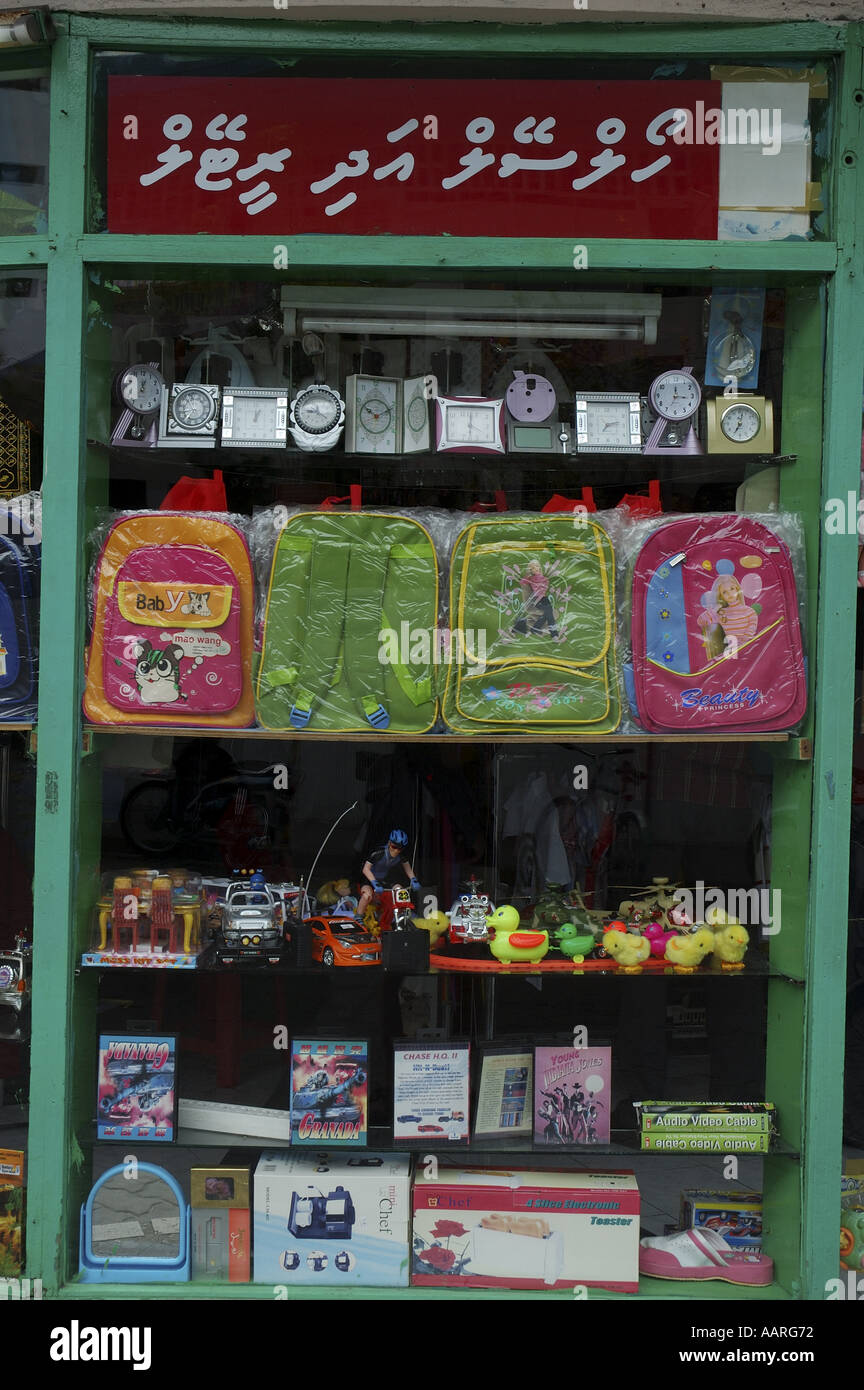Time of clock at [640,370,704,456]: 12:16
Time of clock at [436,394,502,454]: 4:01
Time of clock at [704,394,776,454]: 7:02
